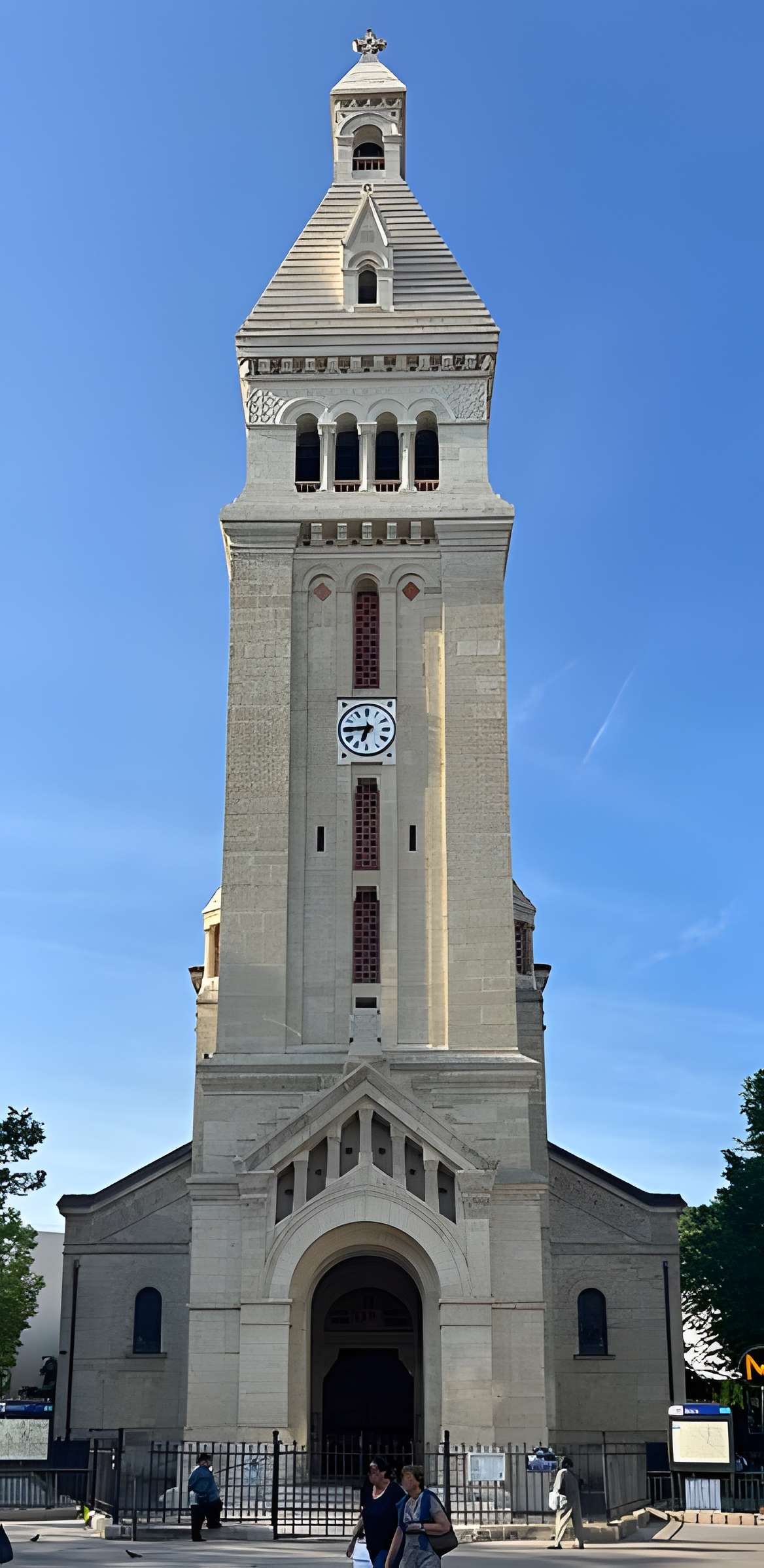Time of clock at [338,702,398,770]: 6:44
